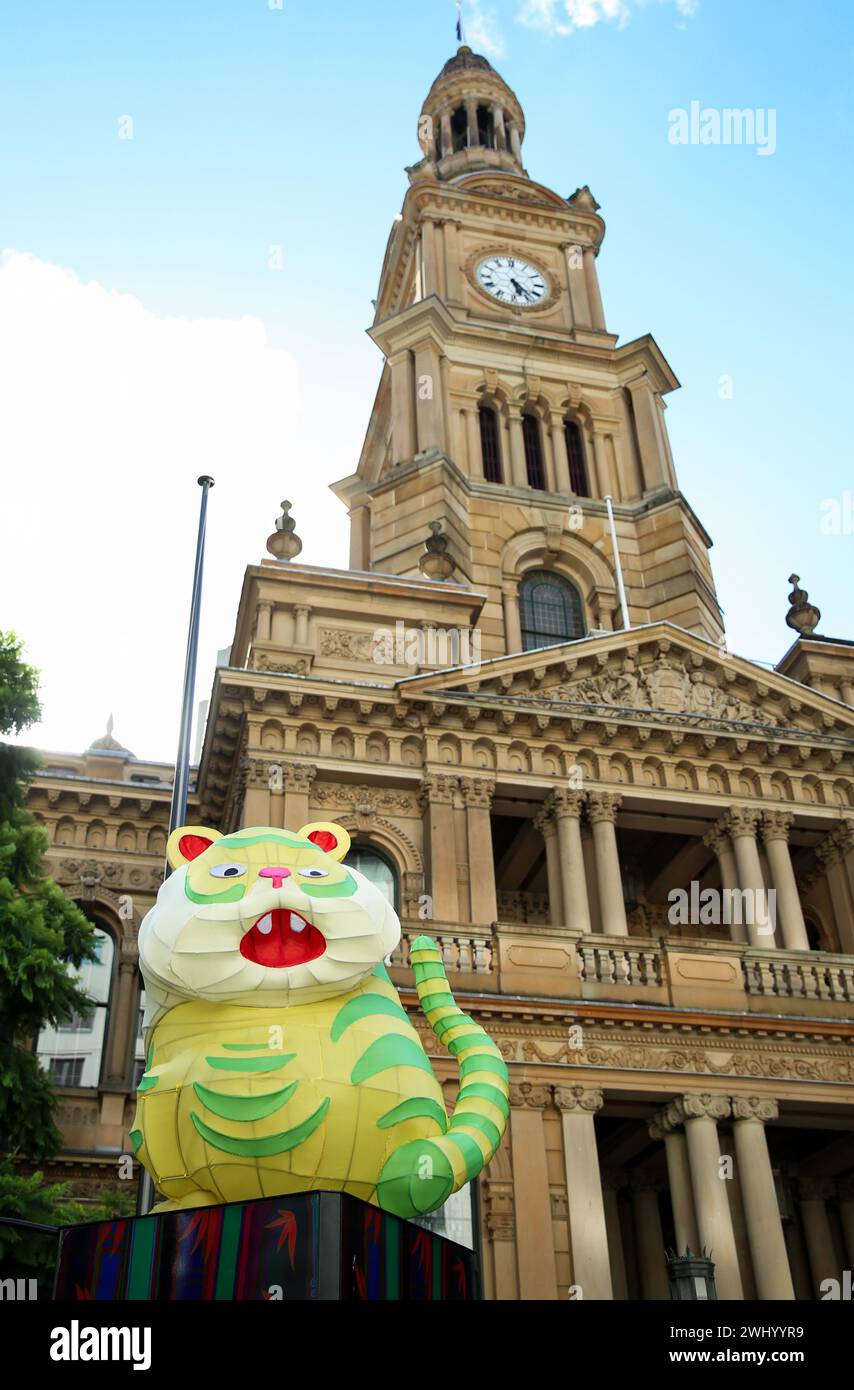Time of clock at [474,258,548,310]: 5:22
